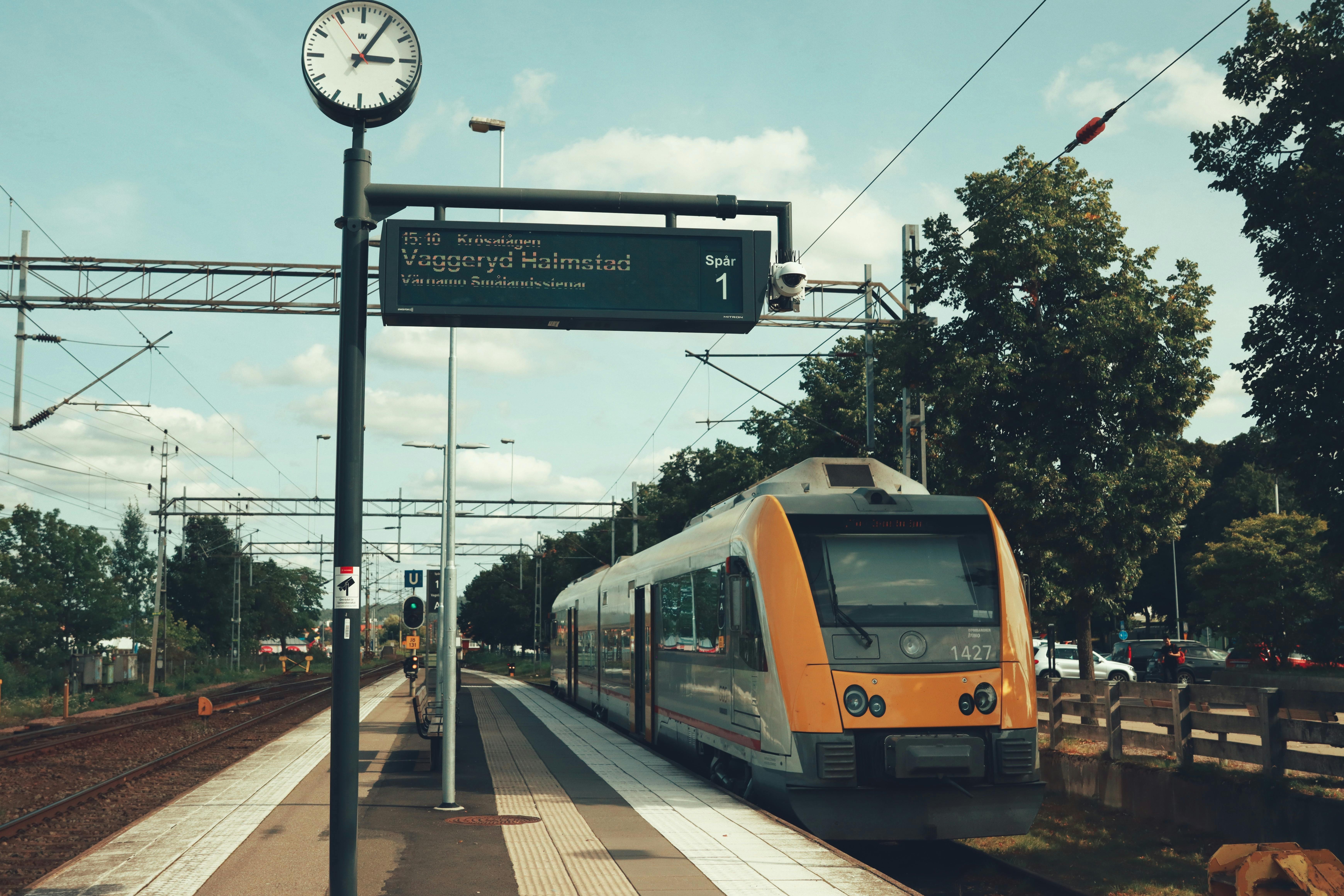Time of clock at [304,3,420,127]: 3:05
